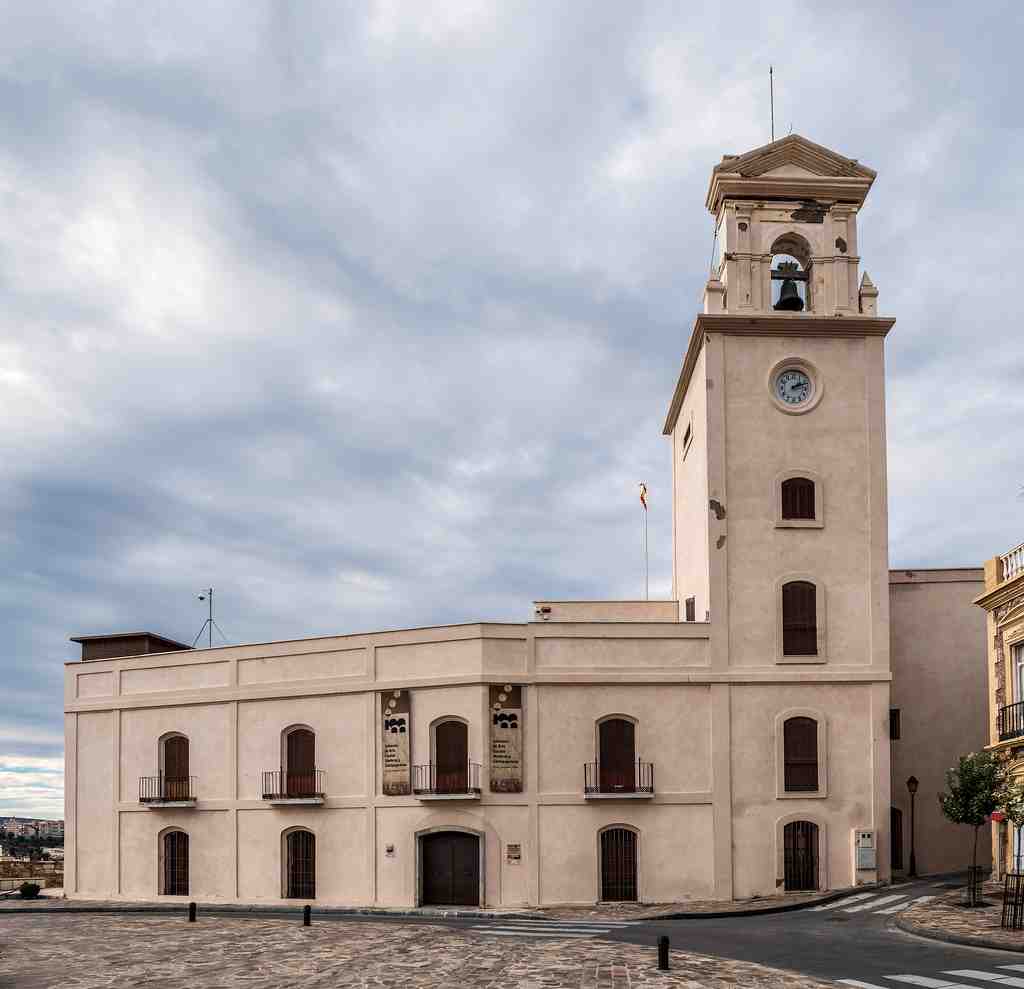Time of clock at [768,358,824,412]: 2:12
